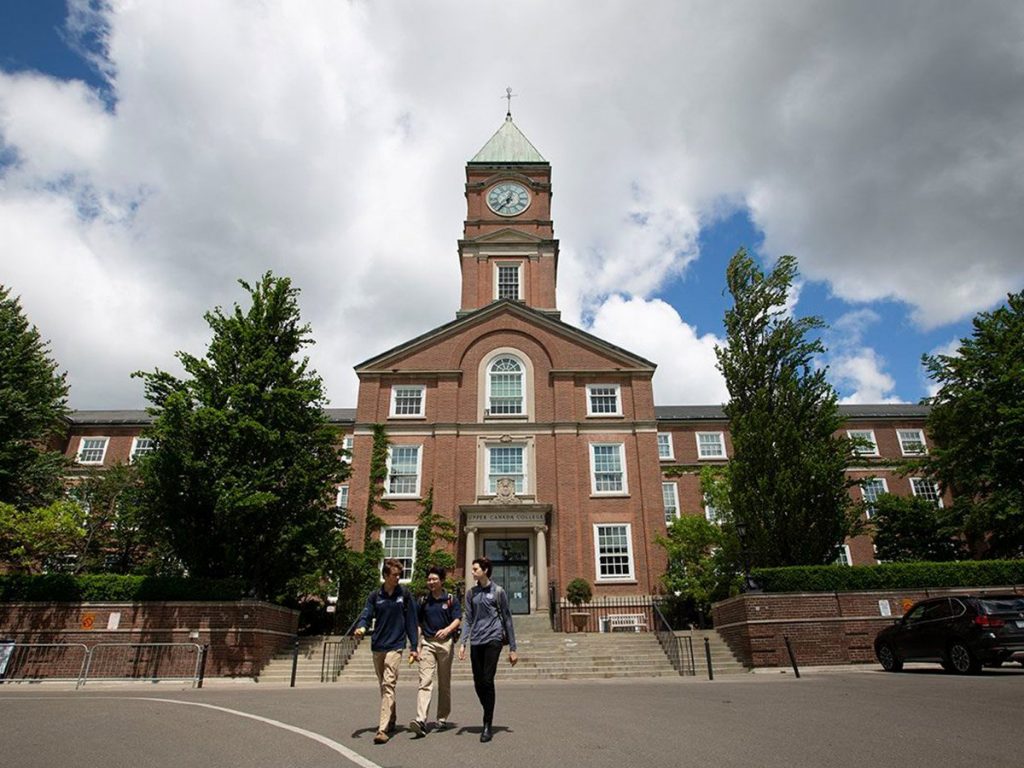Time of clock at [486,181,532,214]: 12:36
